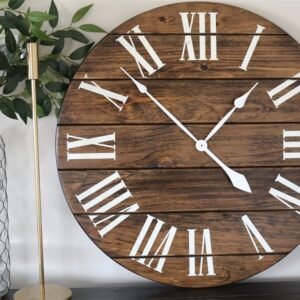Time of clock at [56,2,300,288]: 1:22
